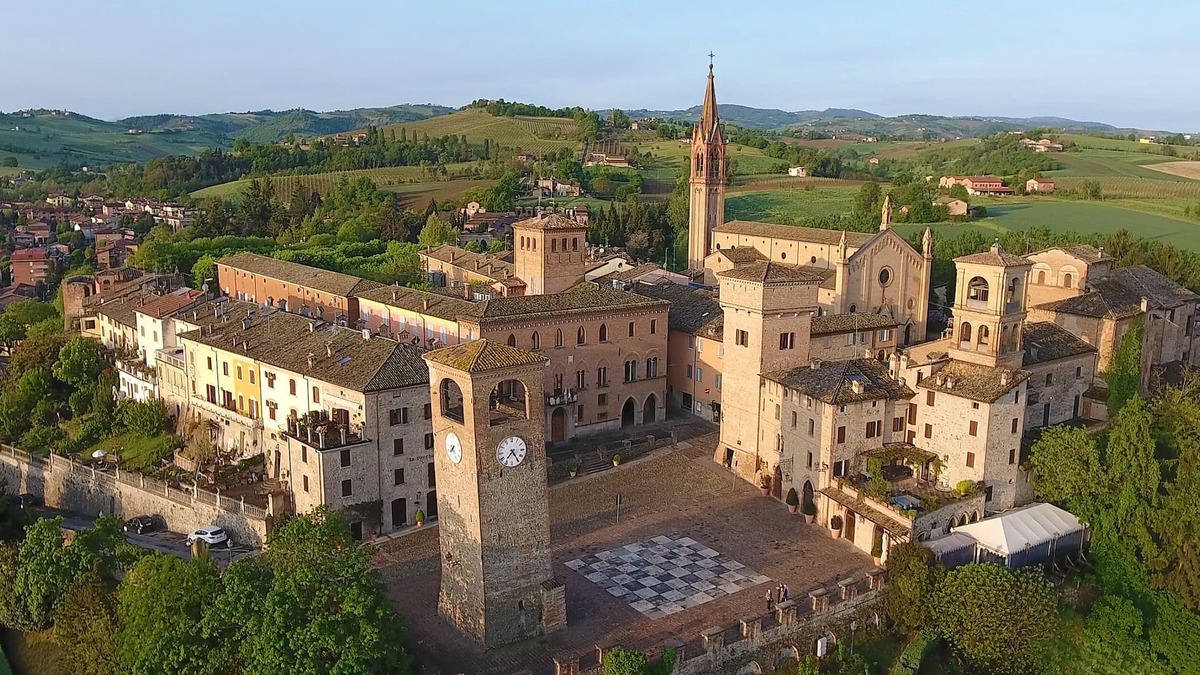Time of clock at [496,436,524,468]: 7:24
